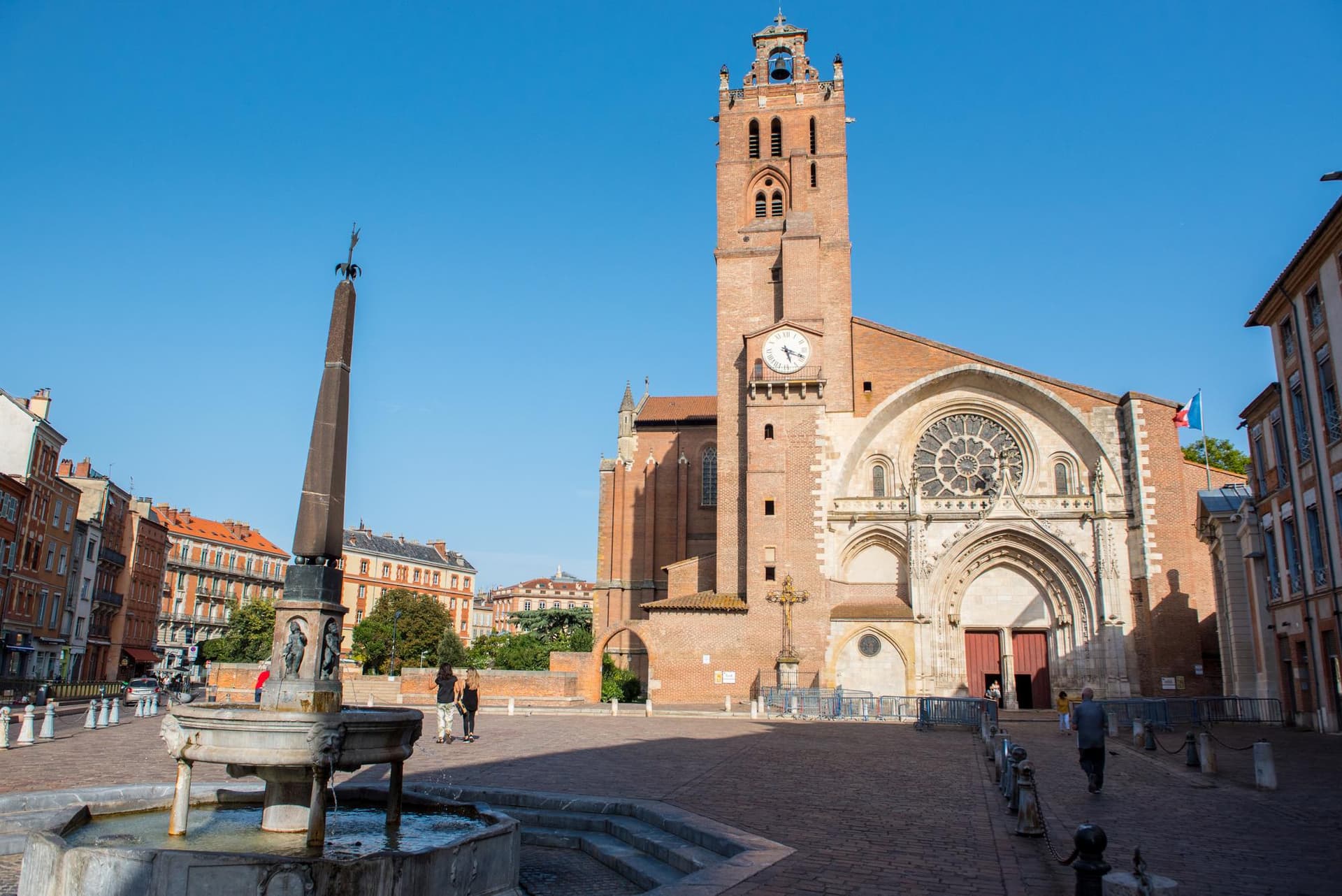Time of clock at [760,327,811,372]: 5:18
